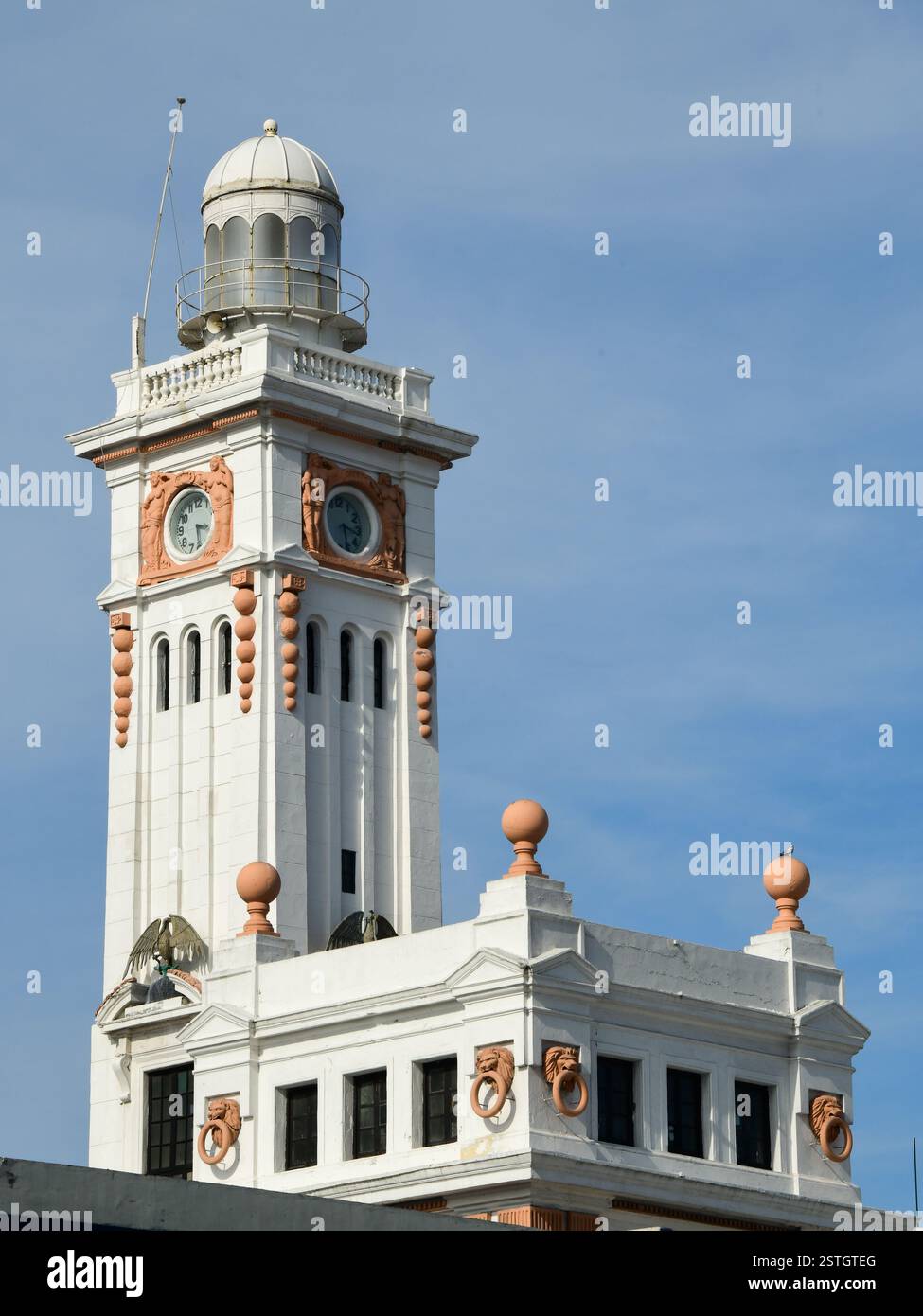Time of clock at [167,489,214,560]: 3:29
